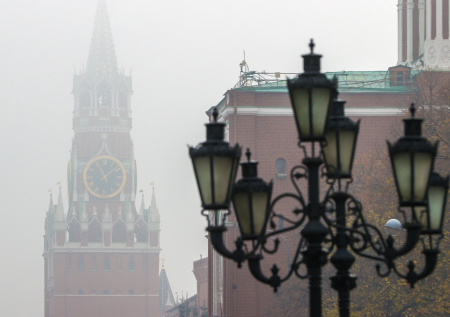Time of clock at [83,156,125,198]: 11:08
